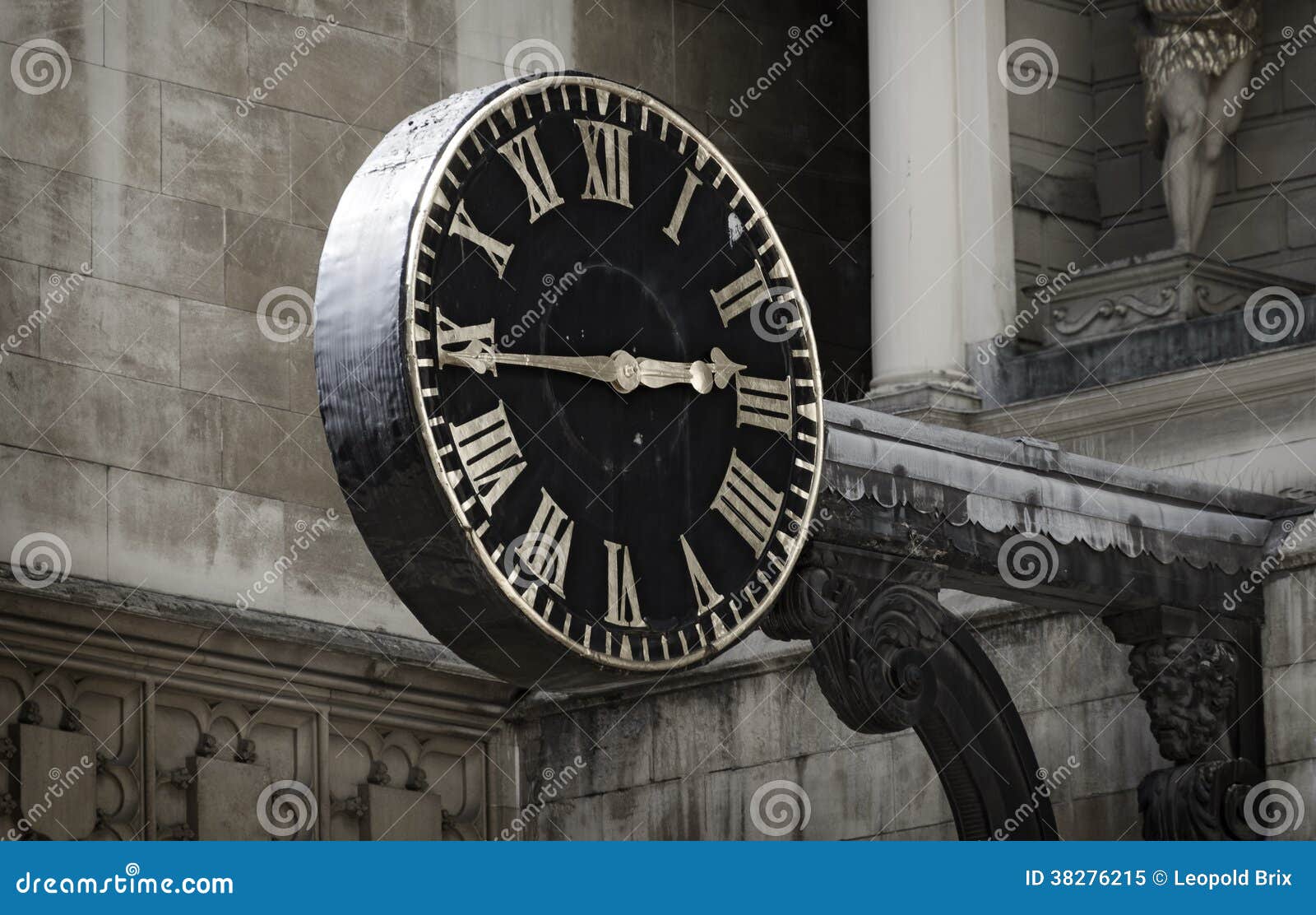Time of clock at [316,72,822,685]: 2:44
